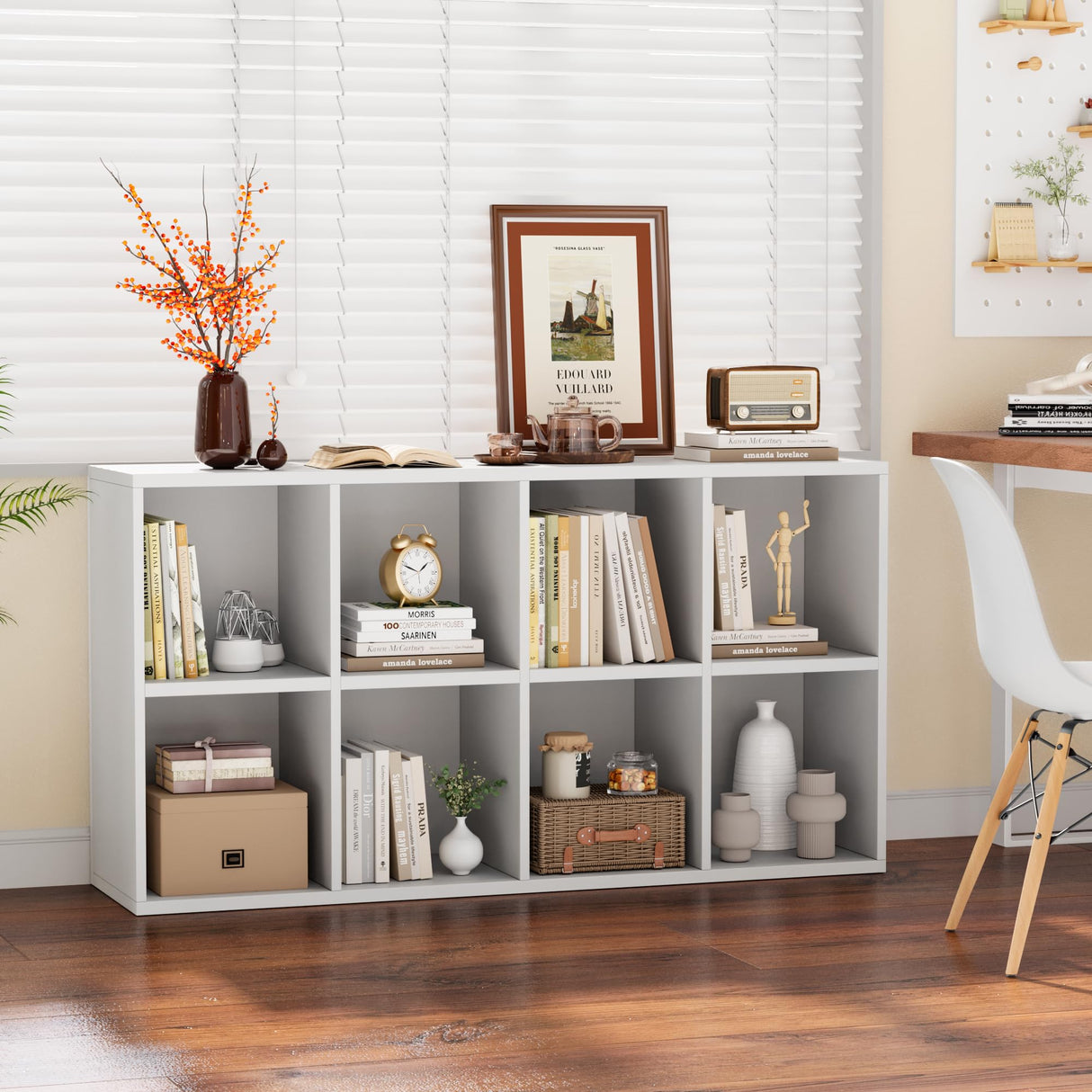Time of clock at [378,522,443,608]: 1:48
